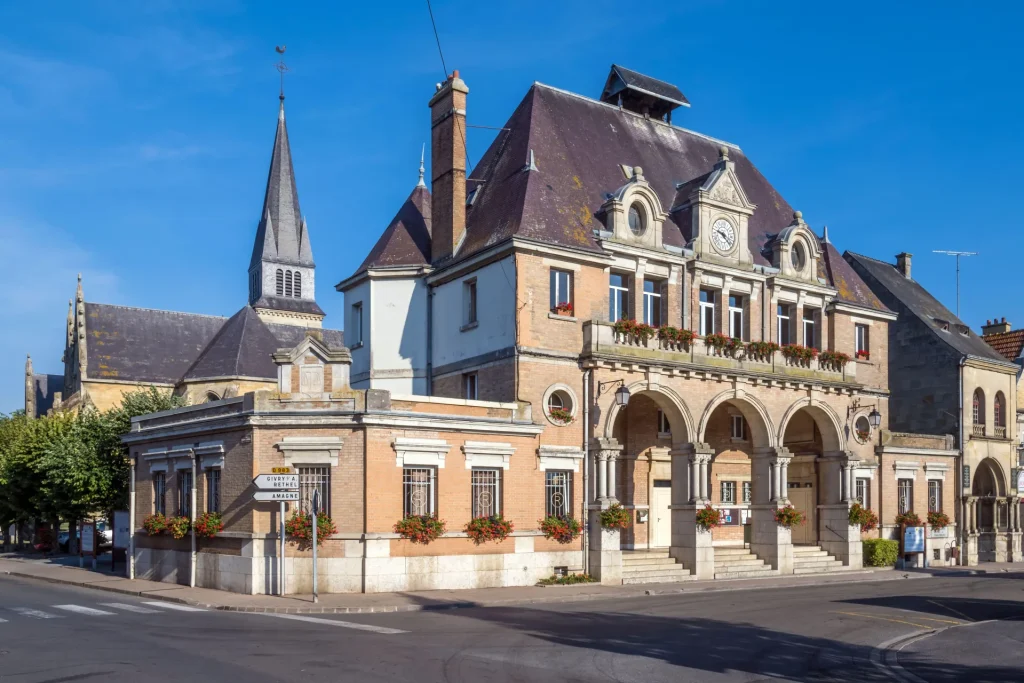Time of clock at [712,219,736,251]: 9:22
